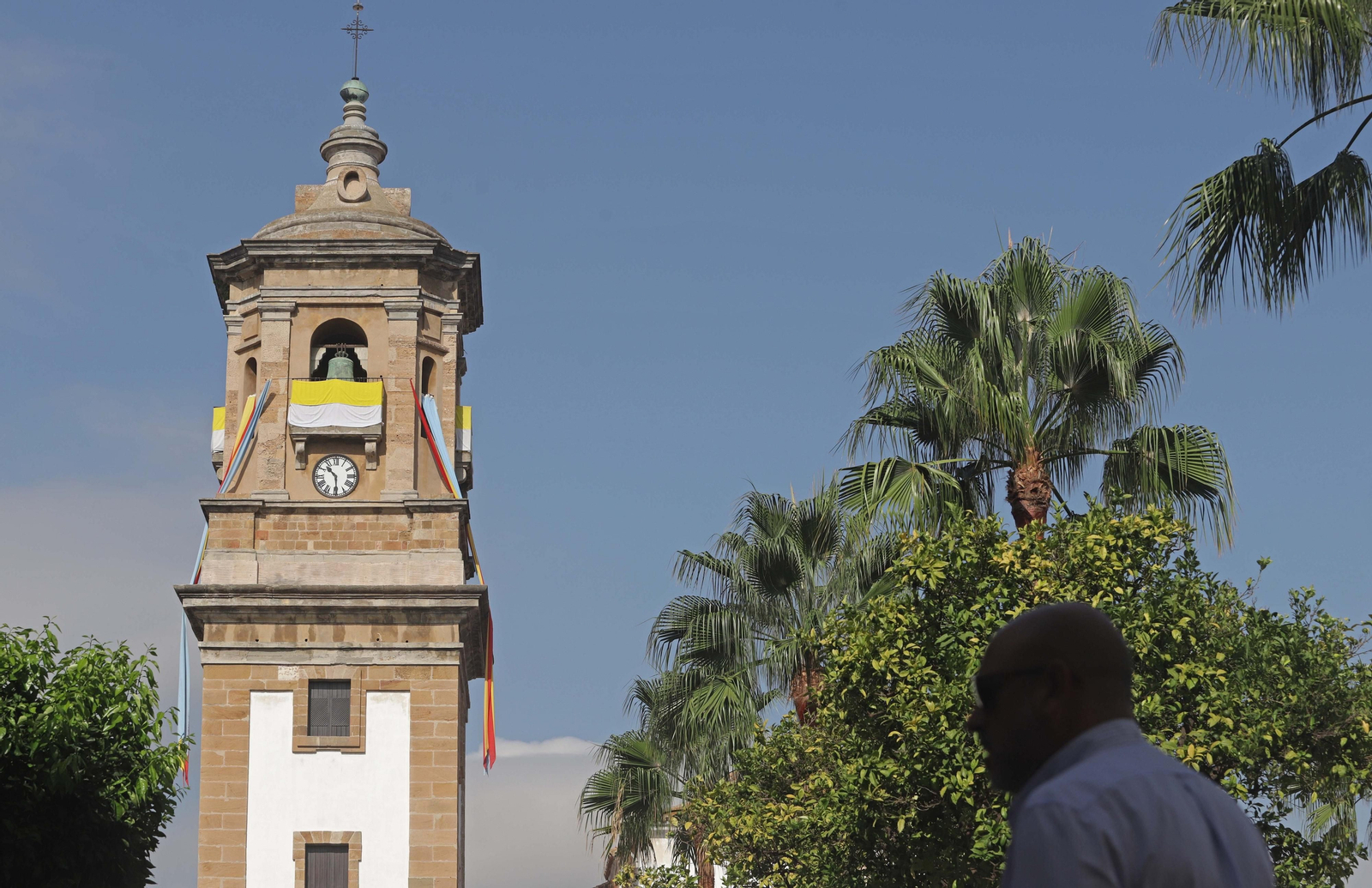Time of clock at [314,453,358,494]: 10:29
